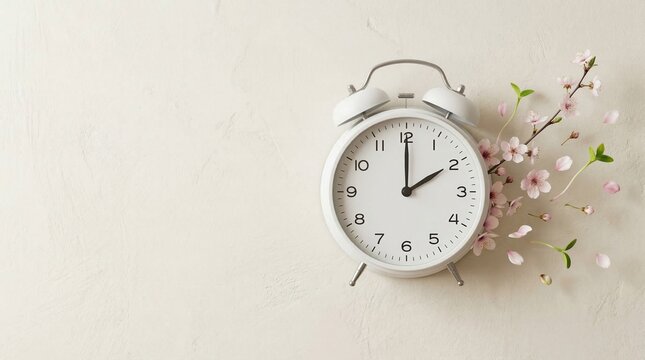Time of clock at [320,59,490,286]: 2:00
